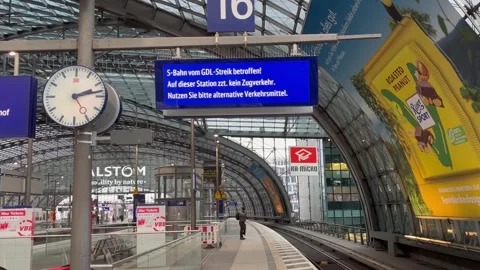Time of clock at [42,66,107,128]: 2:13
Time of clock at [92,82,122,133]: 2:13
